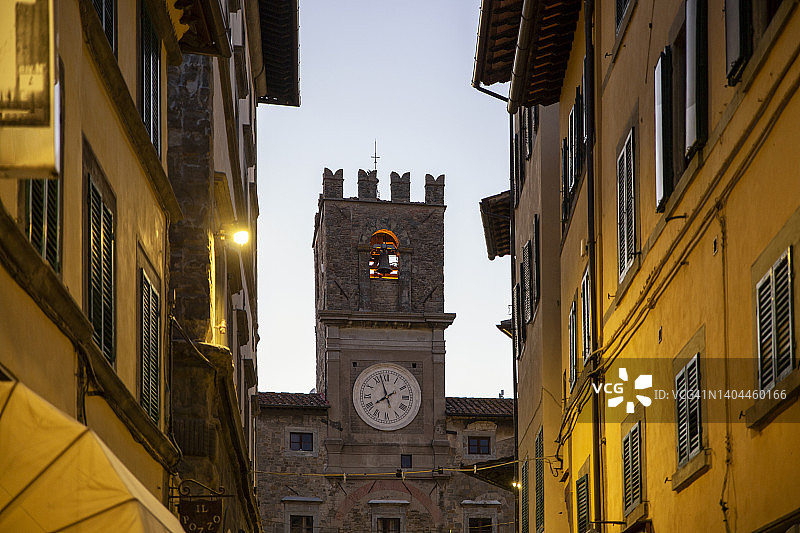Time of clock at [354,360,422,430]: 7:57
